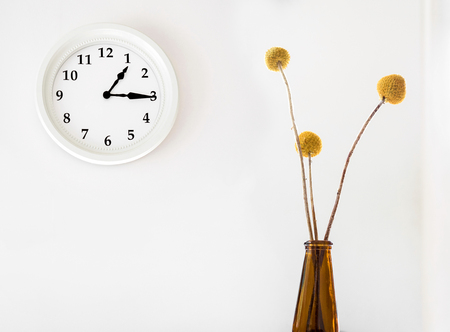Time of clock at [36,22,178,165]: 1:15
